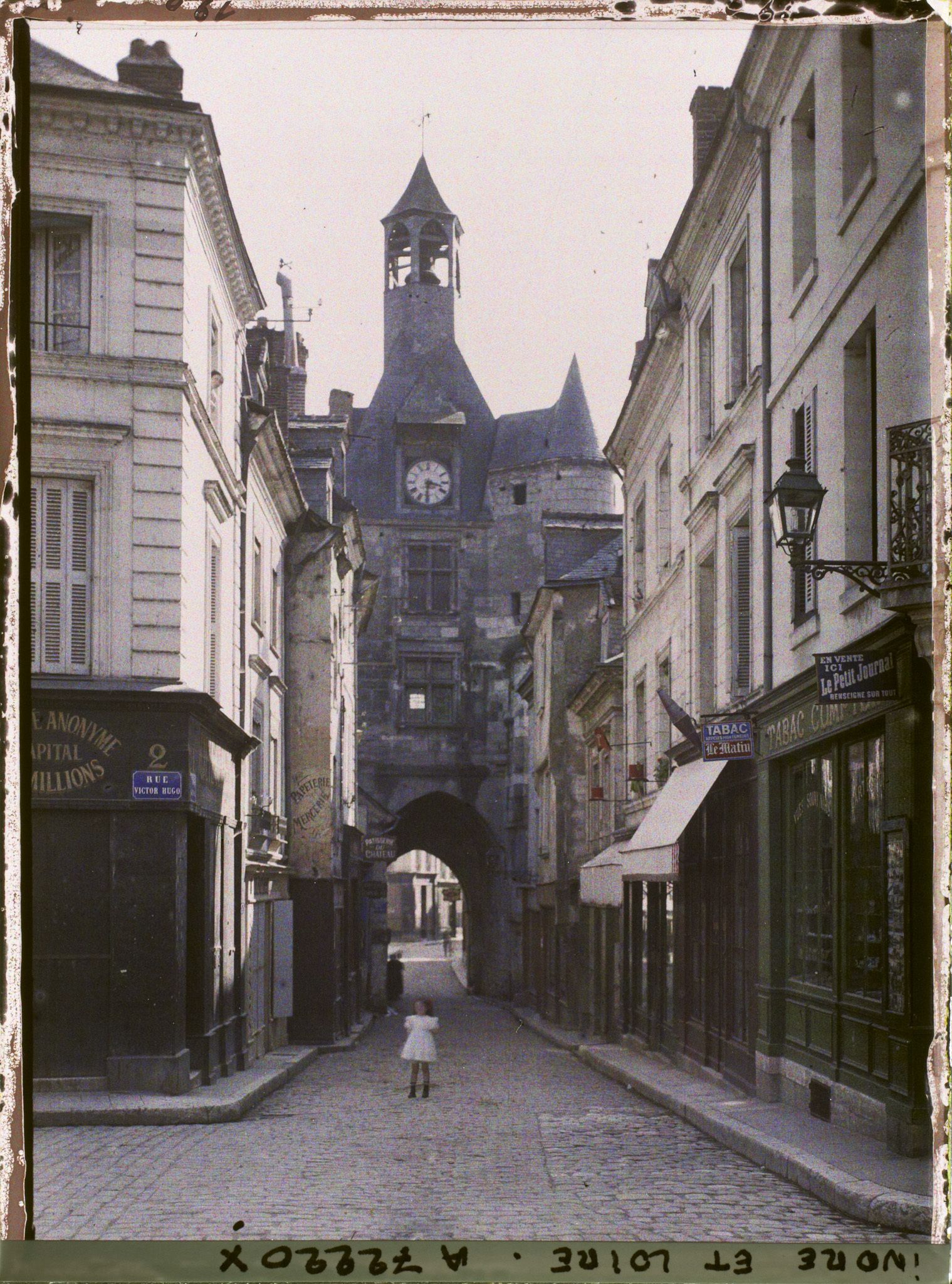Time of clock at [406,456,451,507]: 3:31
